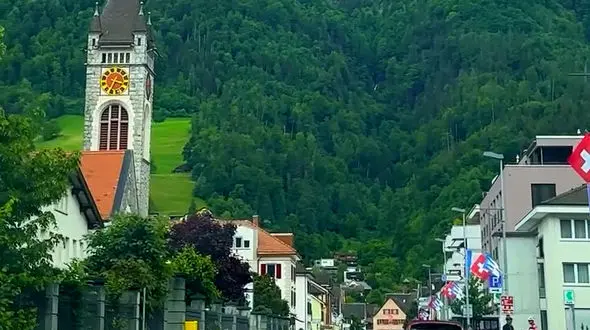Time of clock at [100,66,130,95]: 3:34
